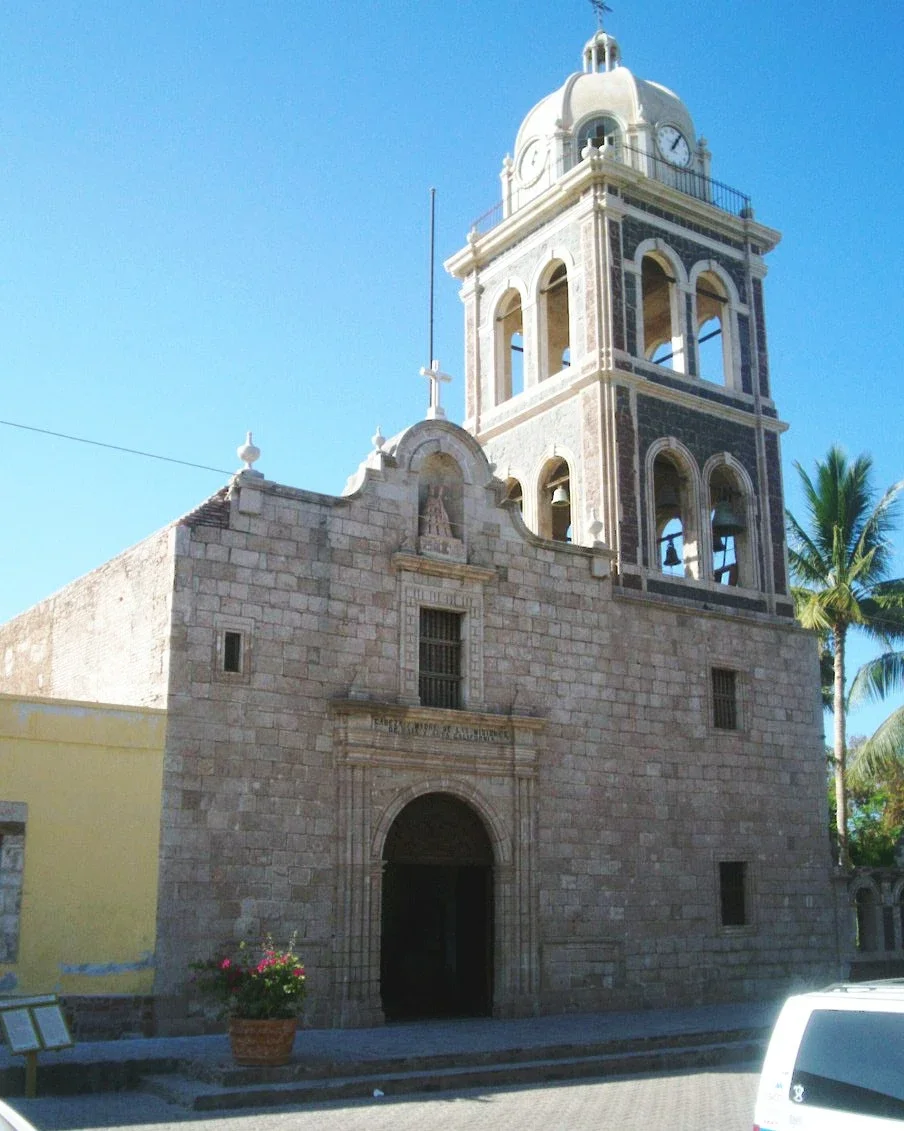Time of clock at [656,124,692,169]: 1:06
